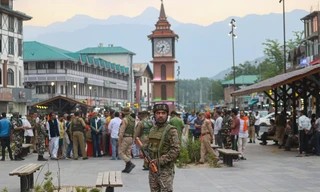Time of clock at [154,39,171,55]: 6:42
